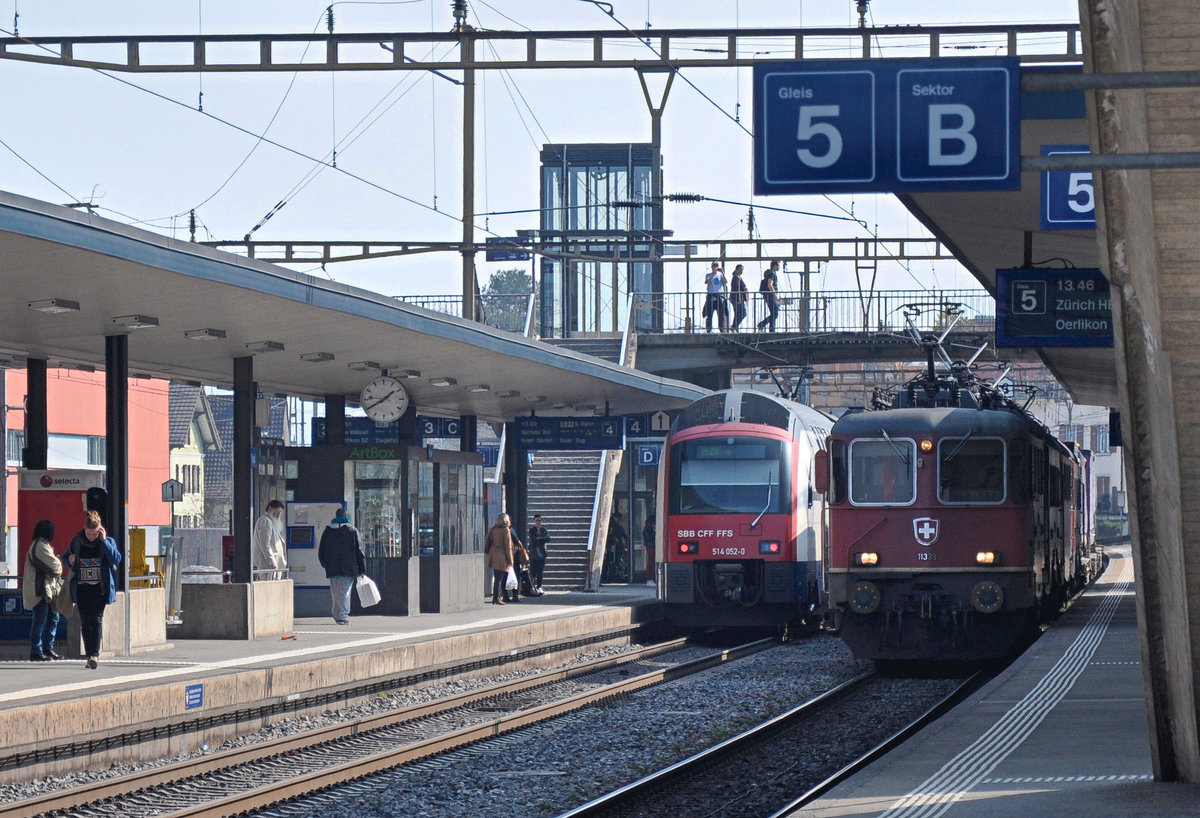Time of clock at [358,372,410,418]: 1:39
